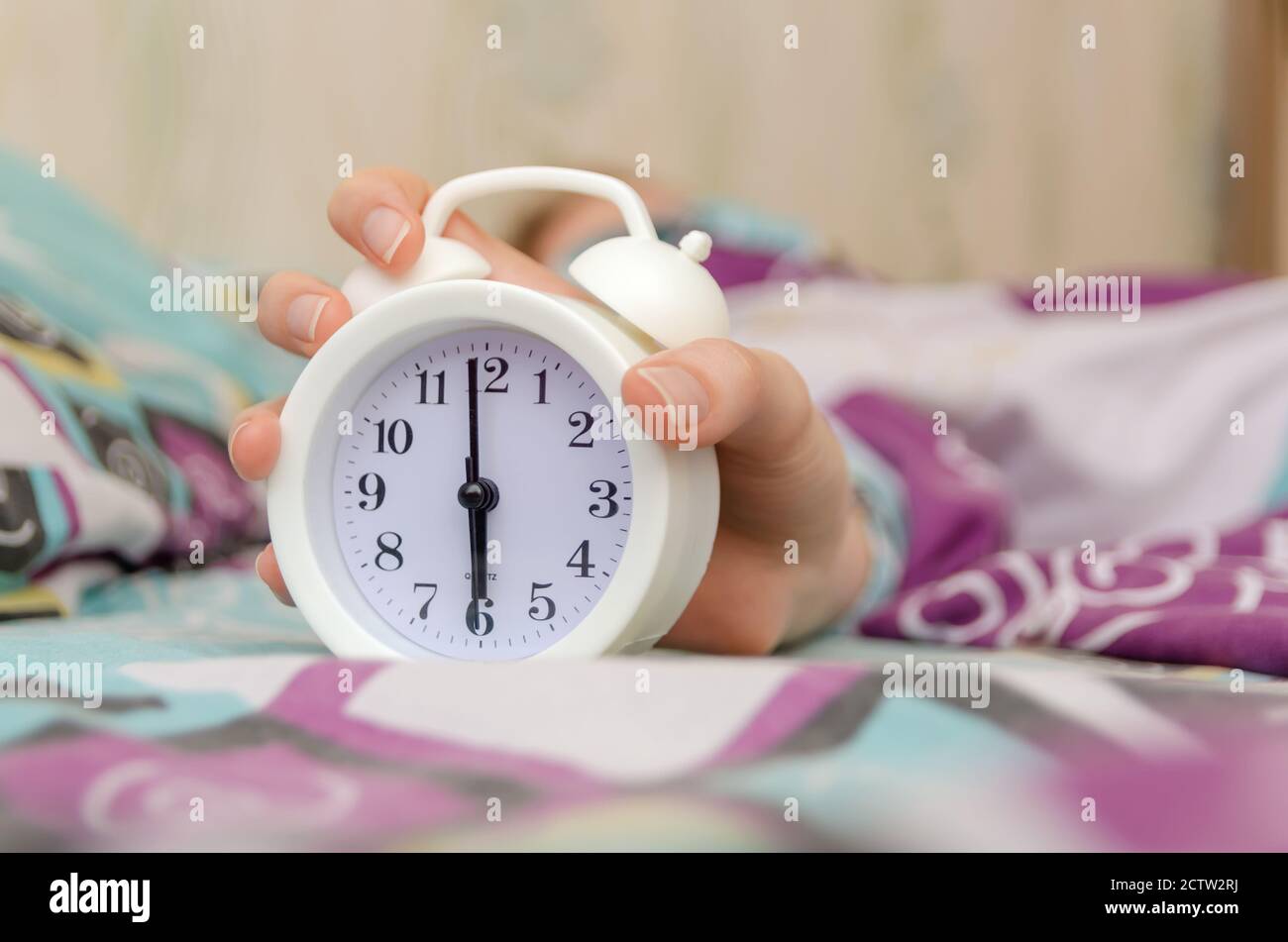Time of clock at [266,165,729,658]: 5:59
